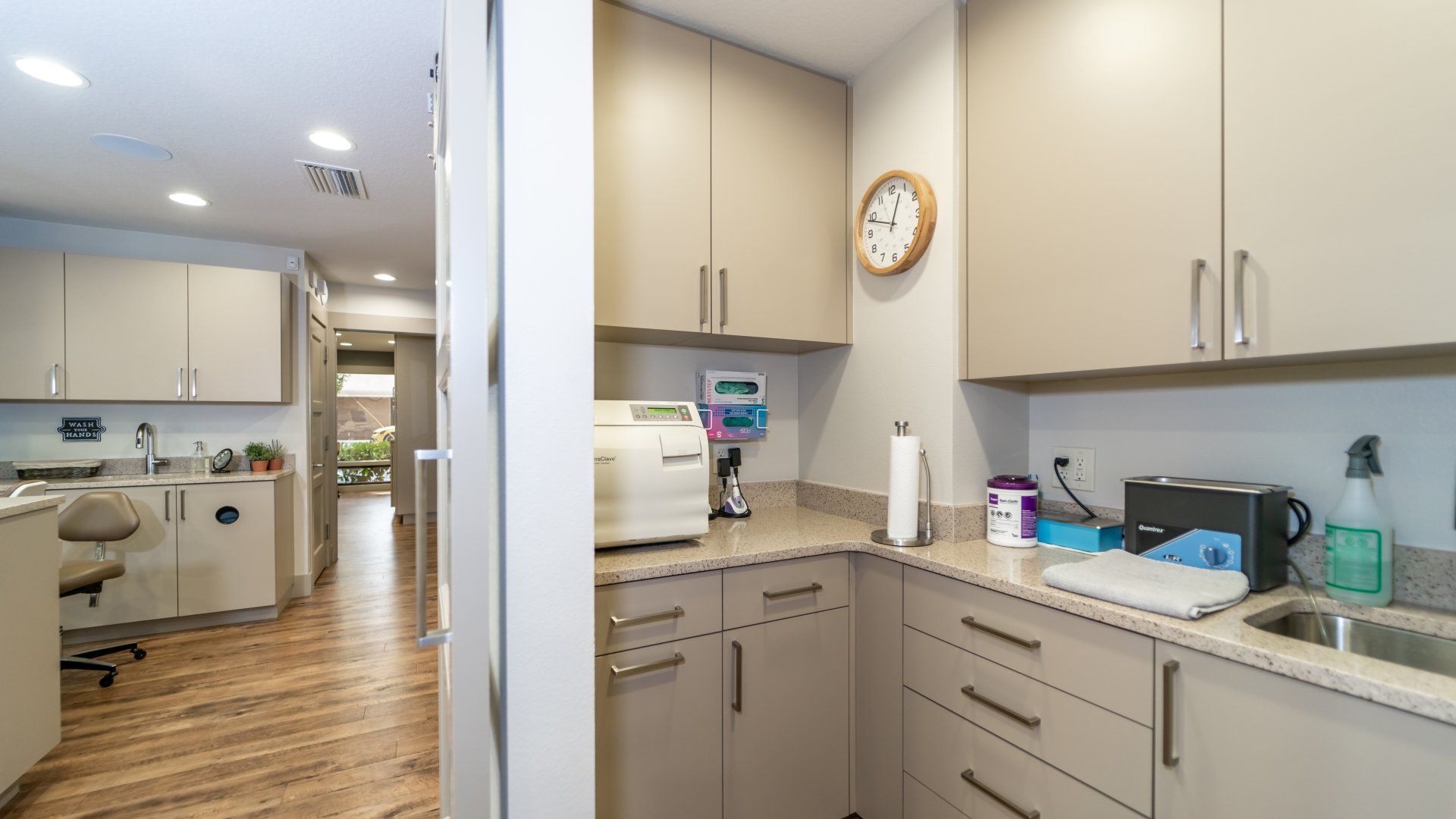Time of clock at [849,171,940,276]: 12:48
